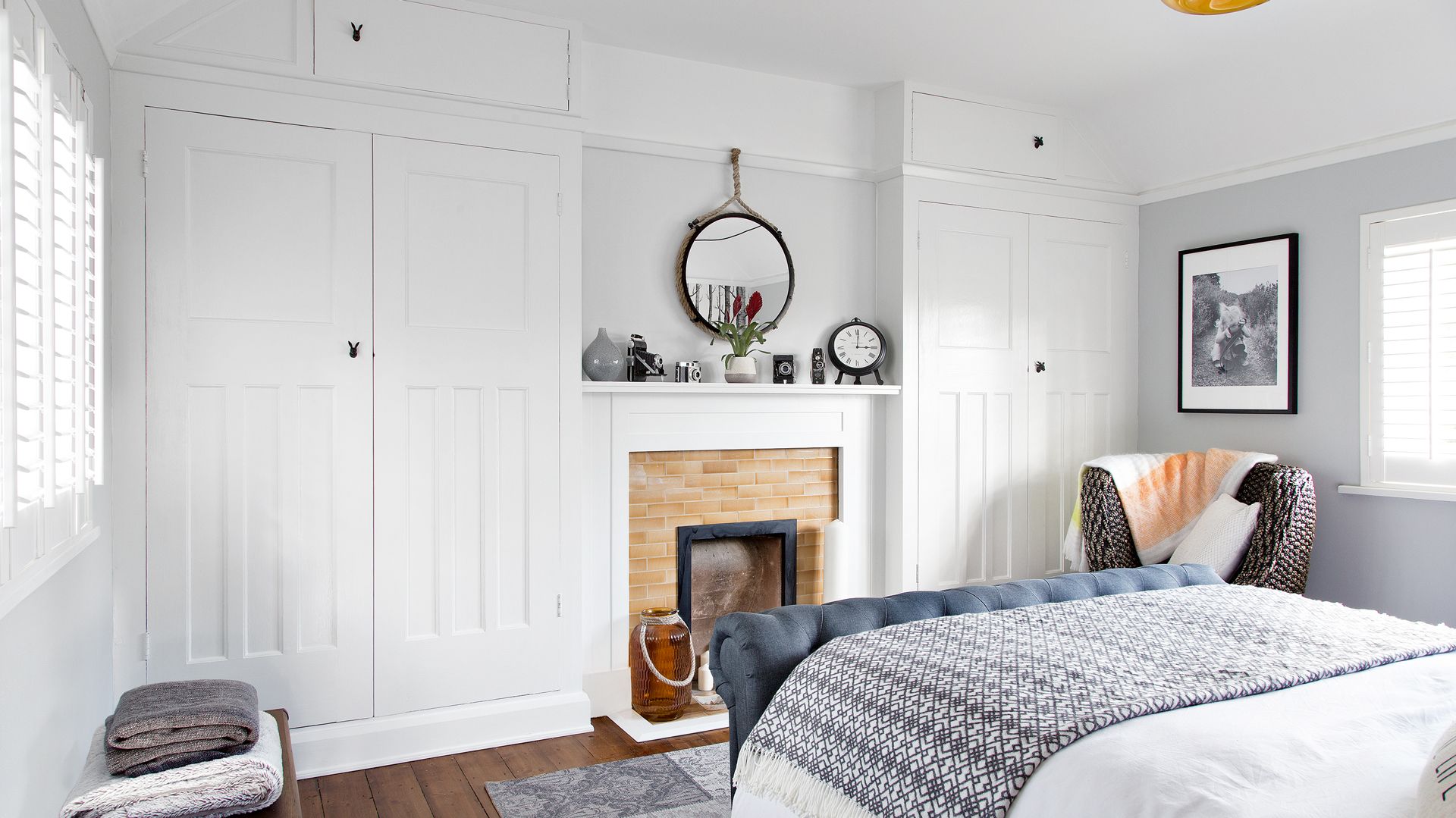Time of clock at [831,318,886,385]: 3:00
